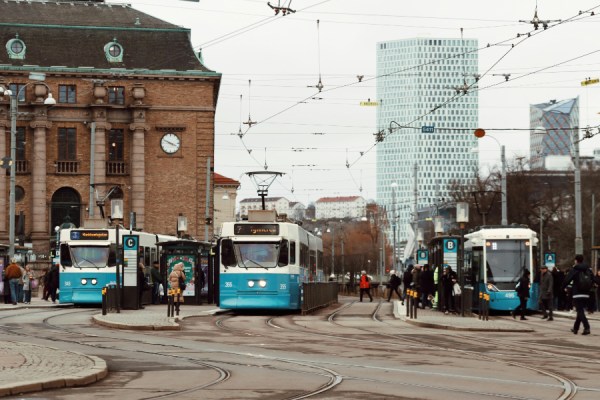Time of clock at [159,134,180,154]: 3:48
